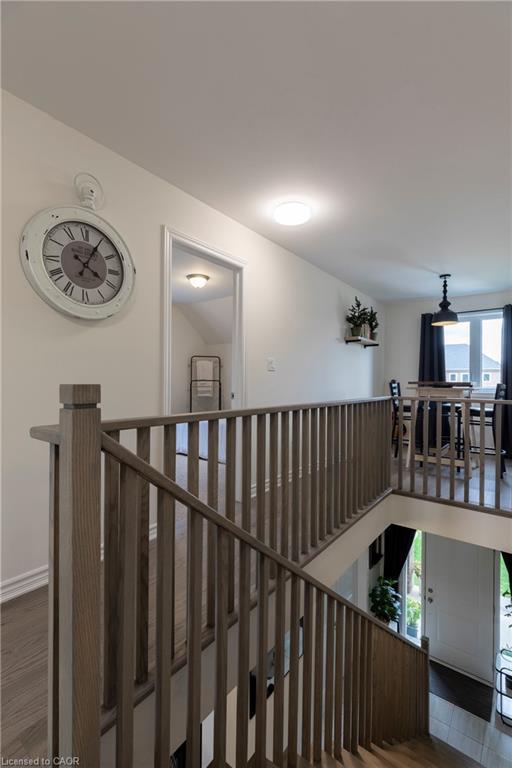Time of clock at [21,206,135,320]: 4:04
